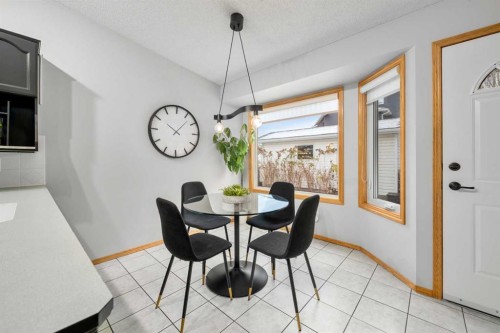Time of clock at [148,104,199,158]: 10:07
